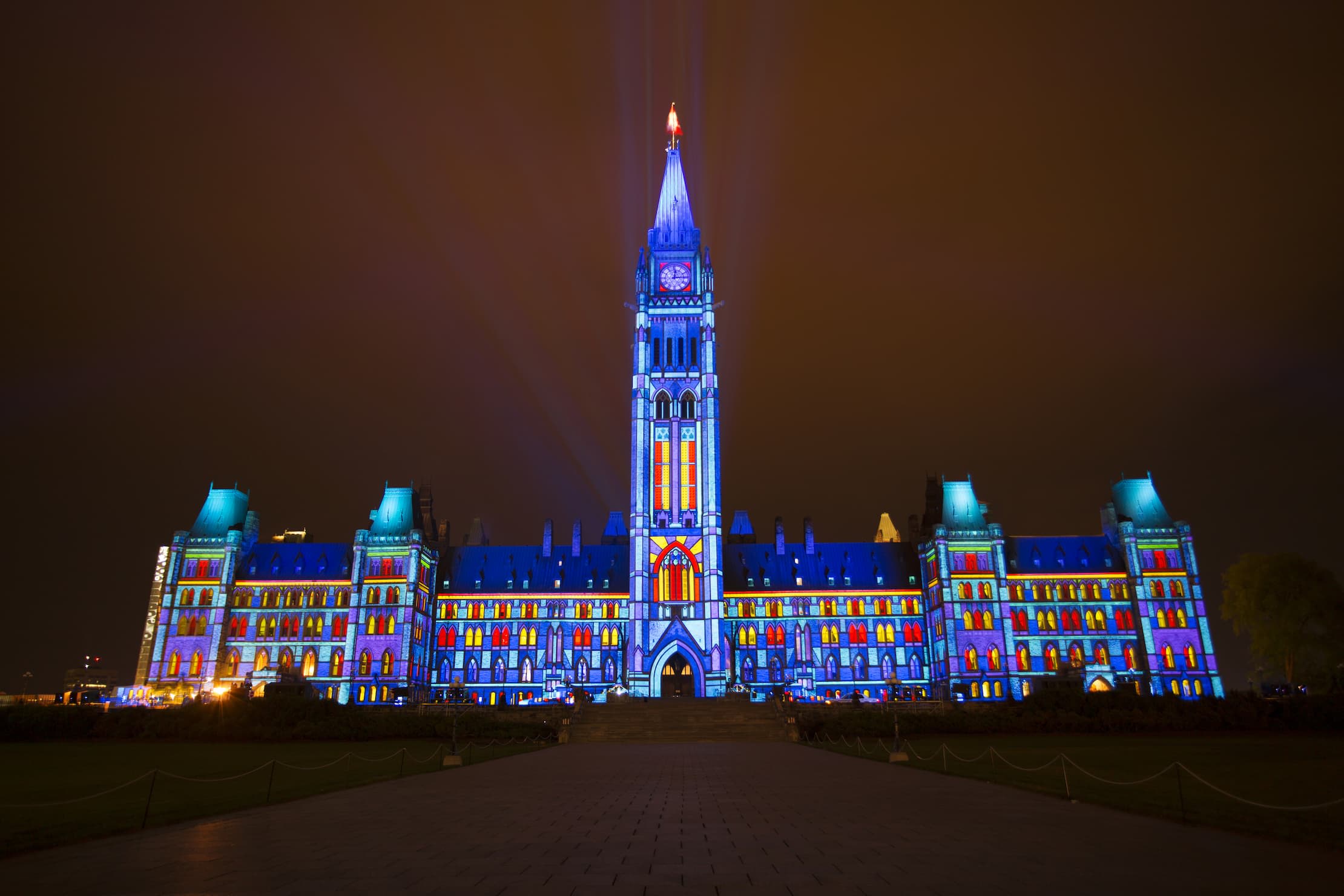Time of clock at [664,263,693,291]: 12:14
